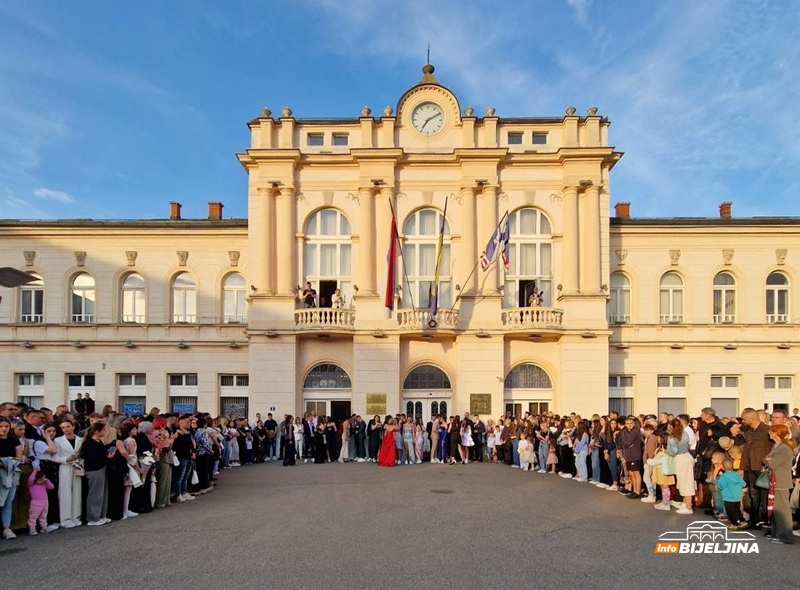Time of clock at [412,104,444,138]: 7:10
